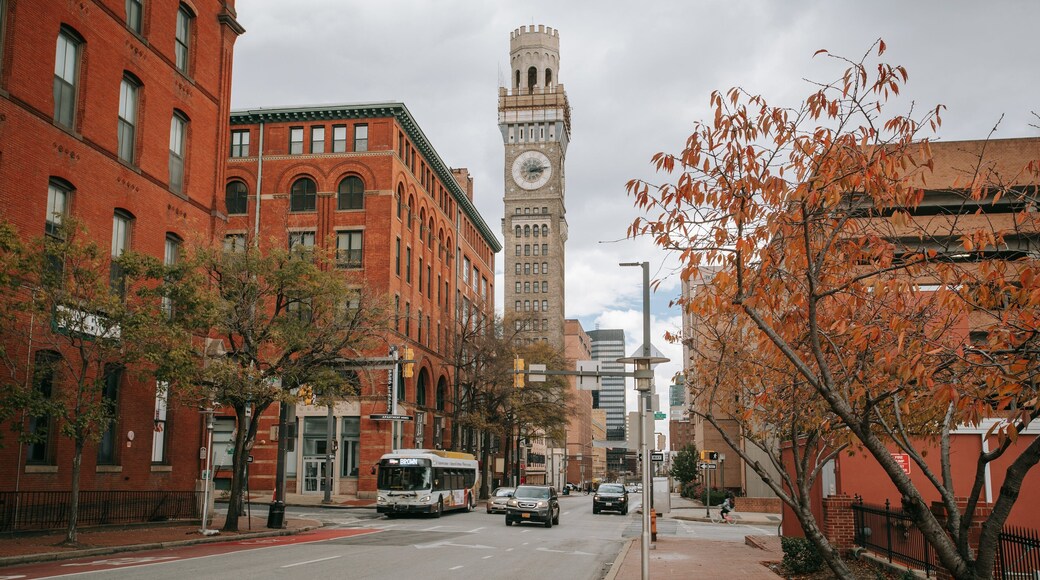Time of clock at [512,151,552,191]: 3:13
